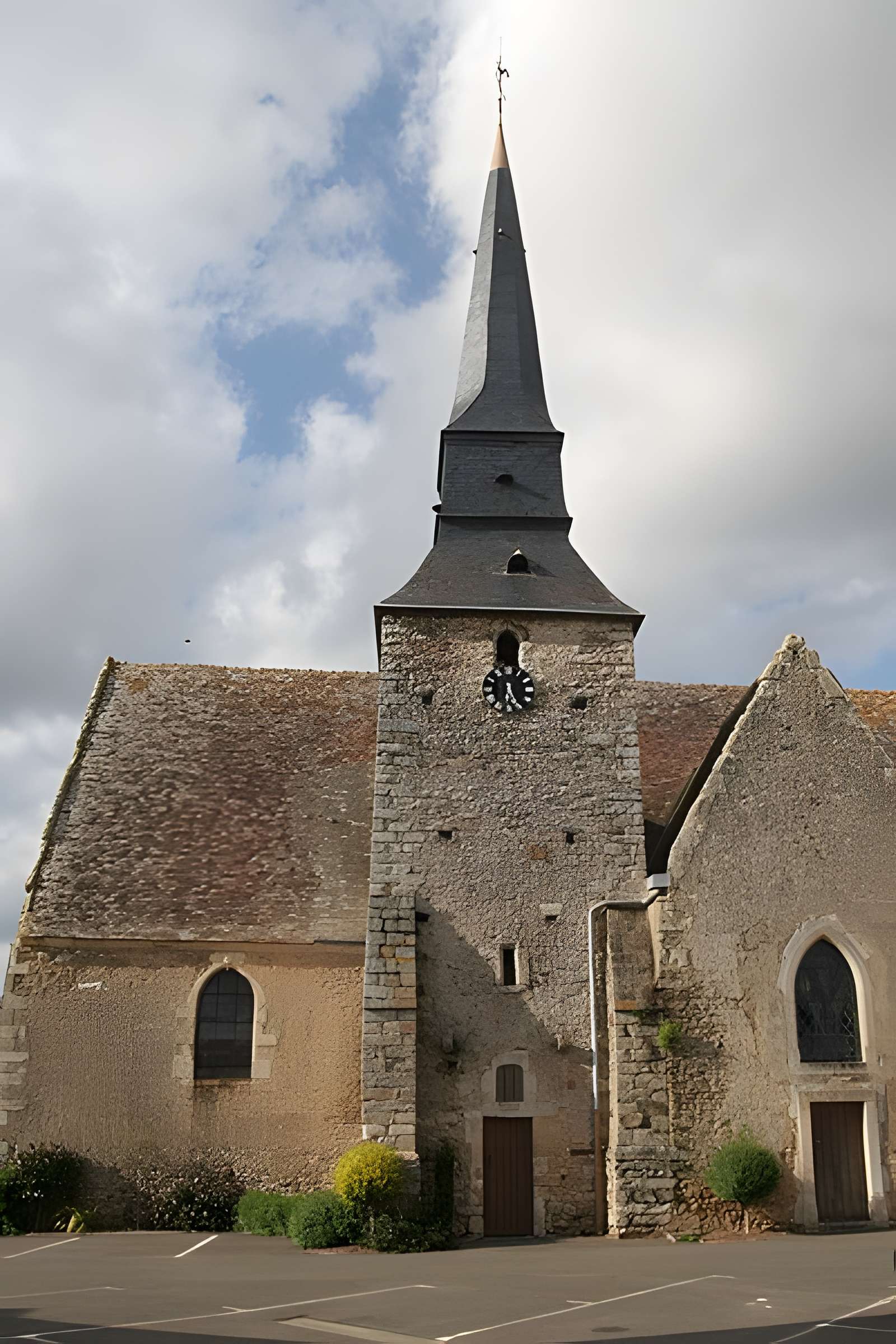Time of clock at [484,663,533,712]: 6:25
